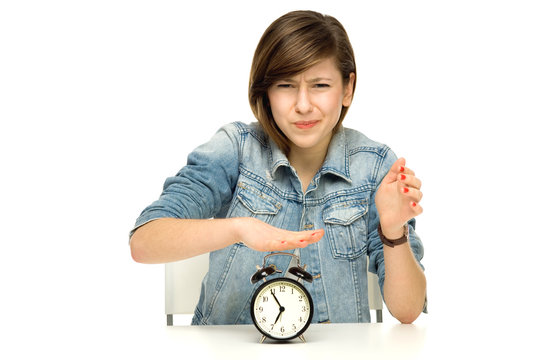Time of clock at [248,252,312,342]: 6:54
